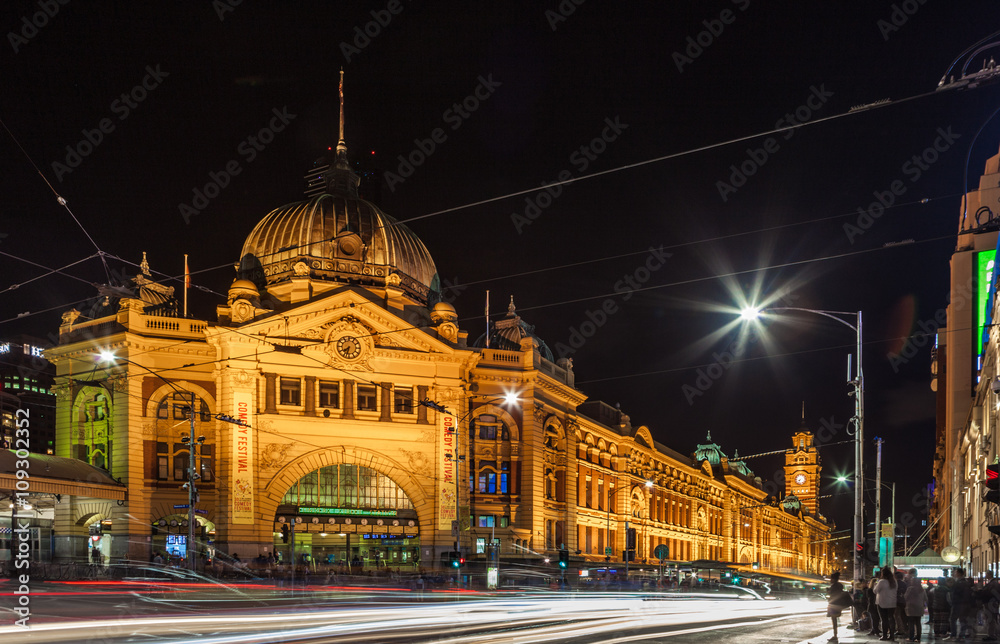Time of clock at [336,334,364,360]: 7:32
